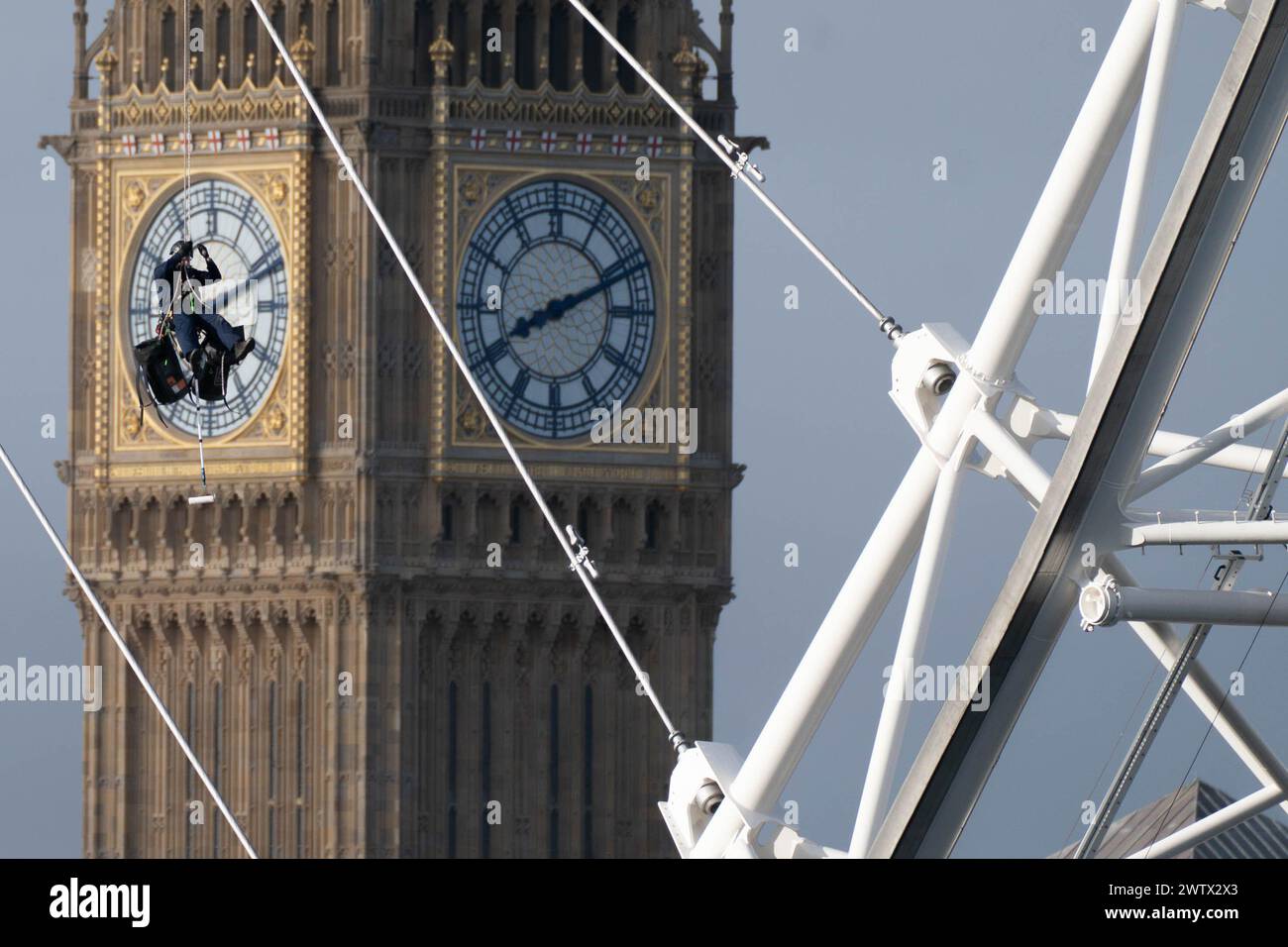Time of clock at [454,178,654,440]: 8:11
